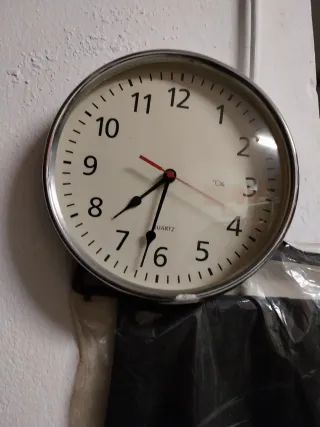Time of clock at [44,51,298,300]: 7:32
